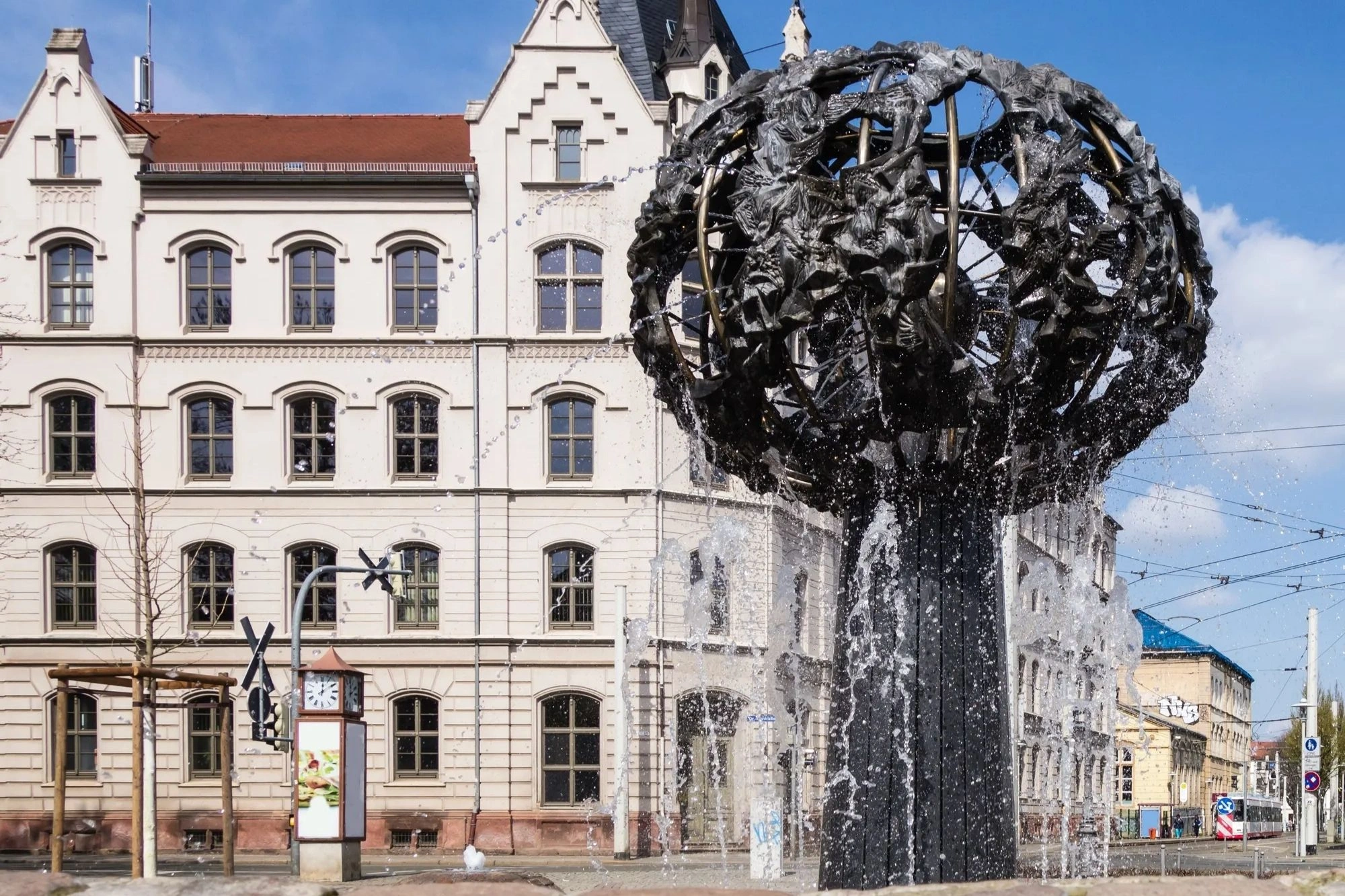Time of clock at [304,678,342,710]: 12:09
